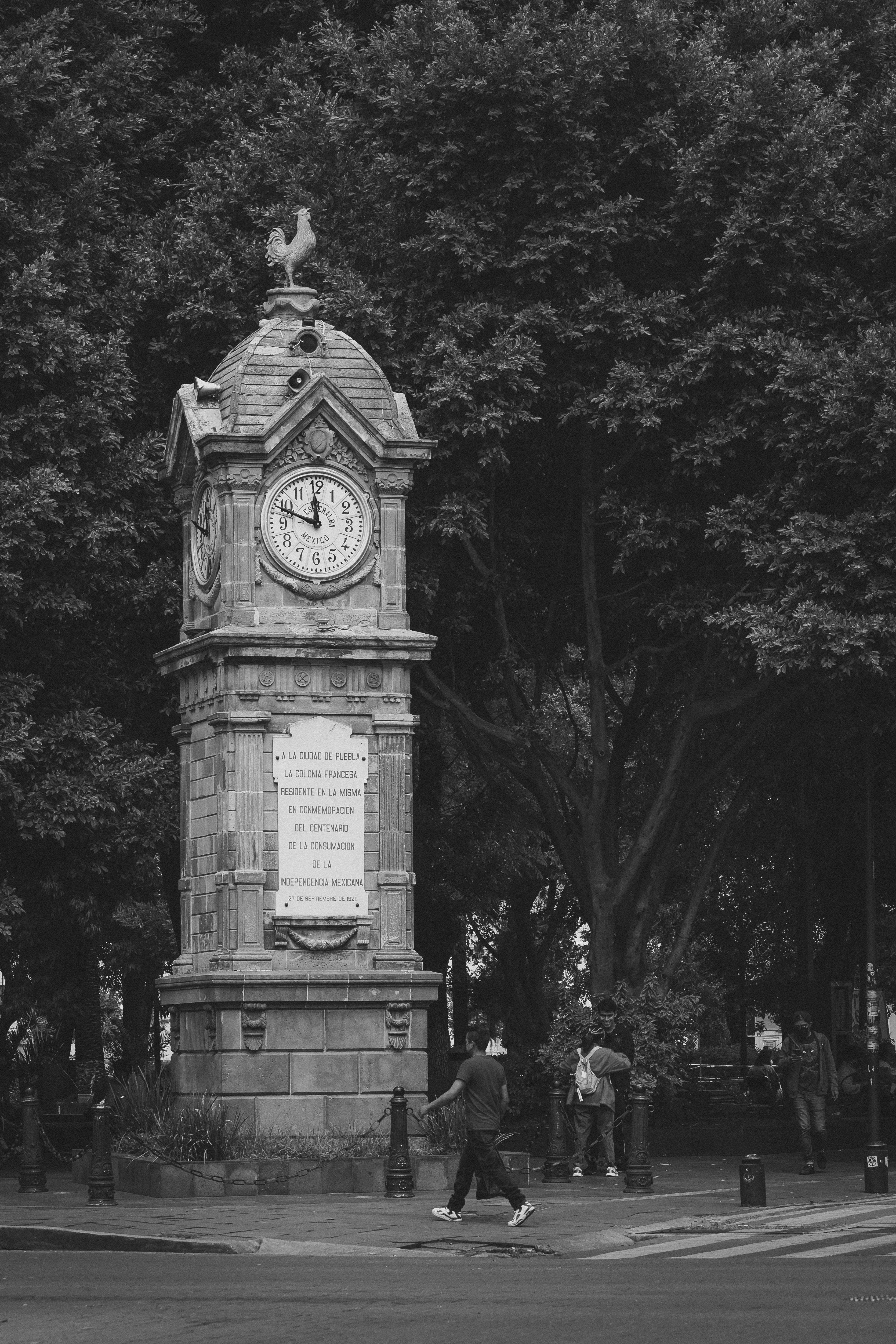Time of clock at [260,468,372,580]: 11:48
